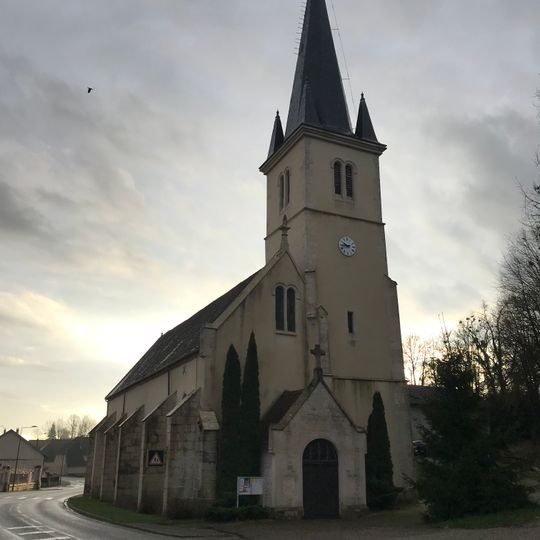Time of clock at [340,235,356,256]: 9:43
